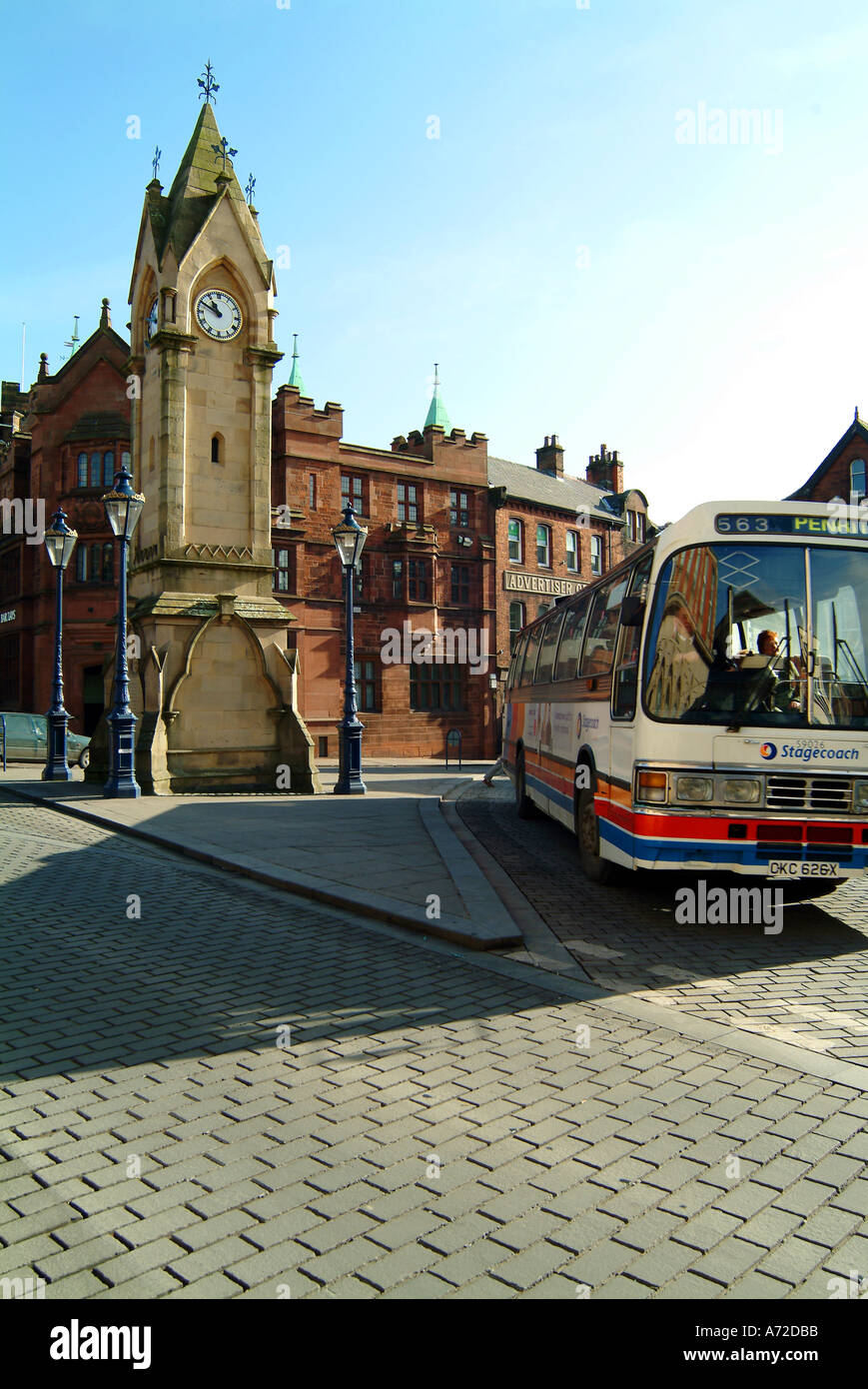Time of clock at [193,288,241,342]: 10:49
